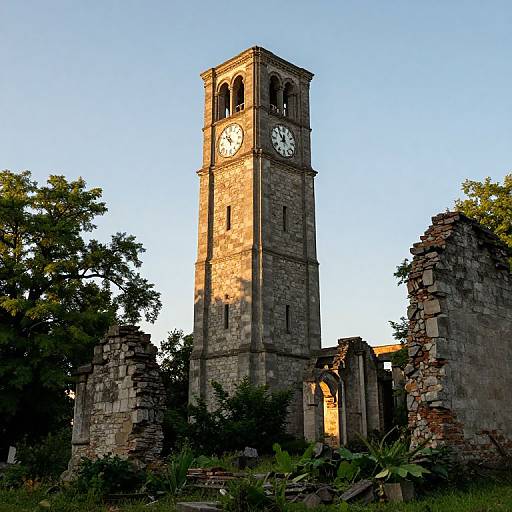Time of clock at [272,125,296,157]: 11:52
